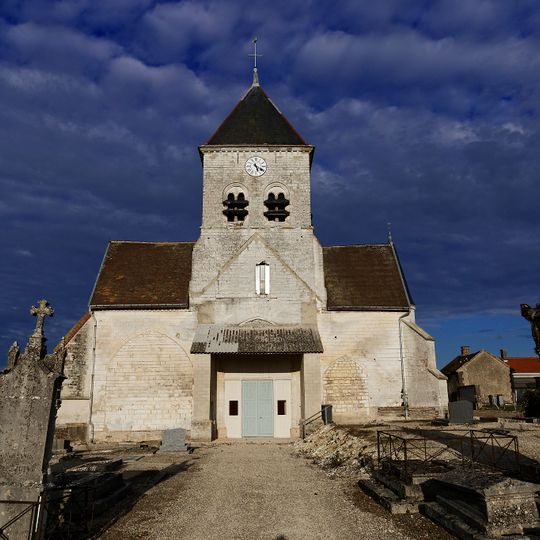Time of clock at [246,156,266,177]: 5:19
